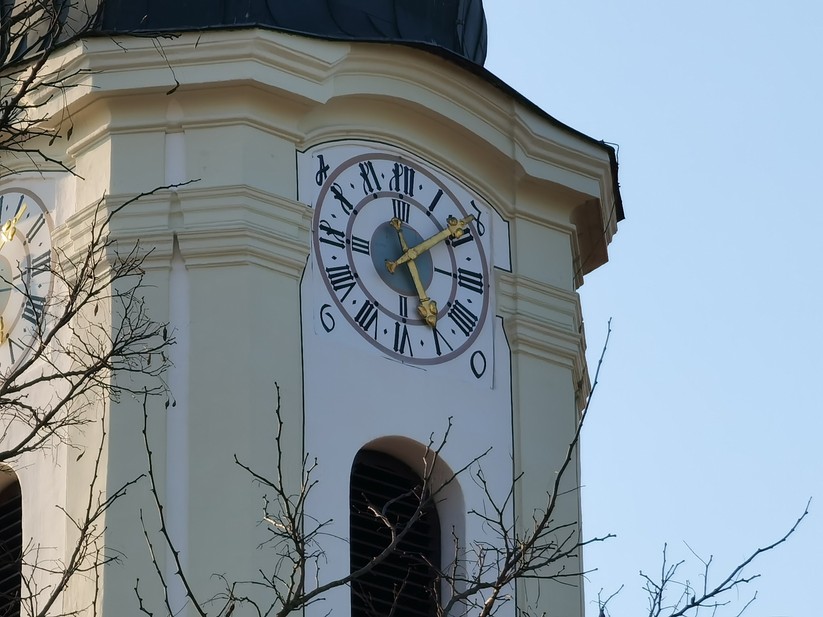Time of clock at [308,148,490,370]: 5:08
